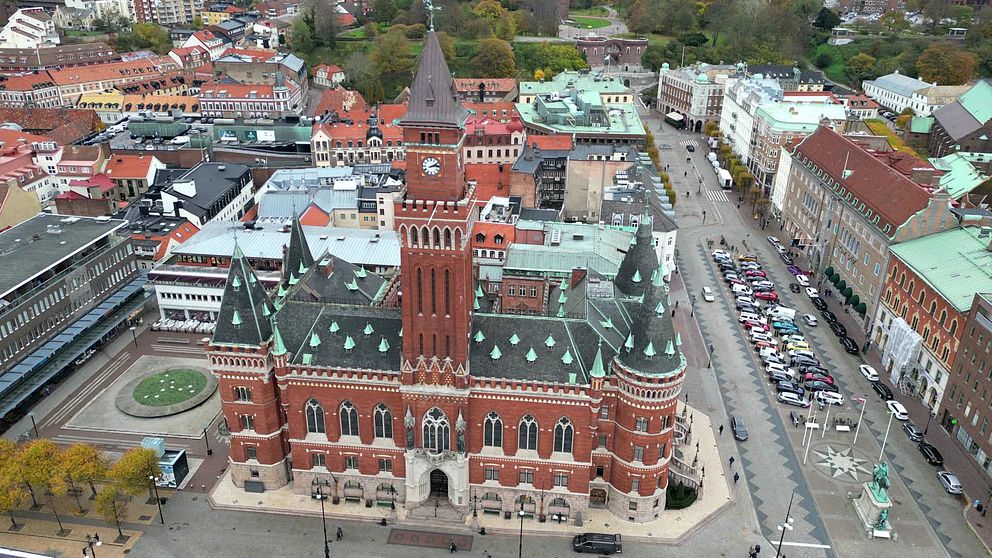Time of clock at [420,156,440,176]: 2:13
